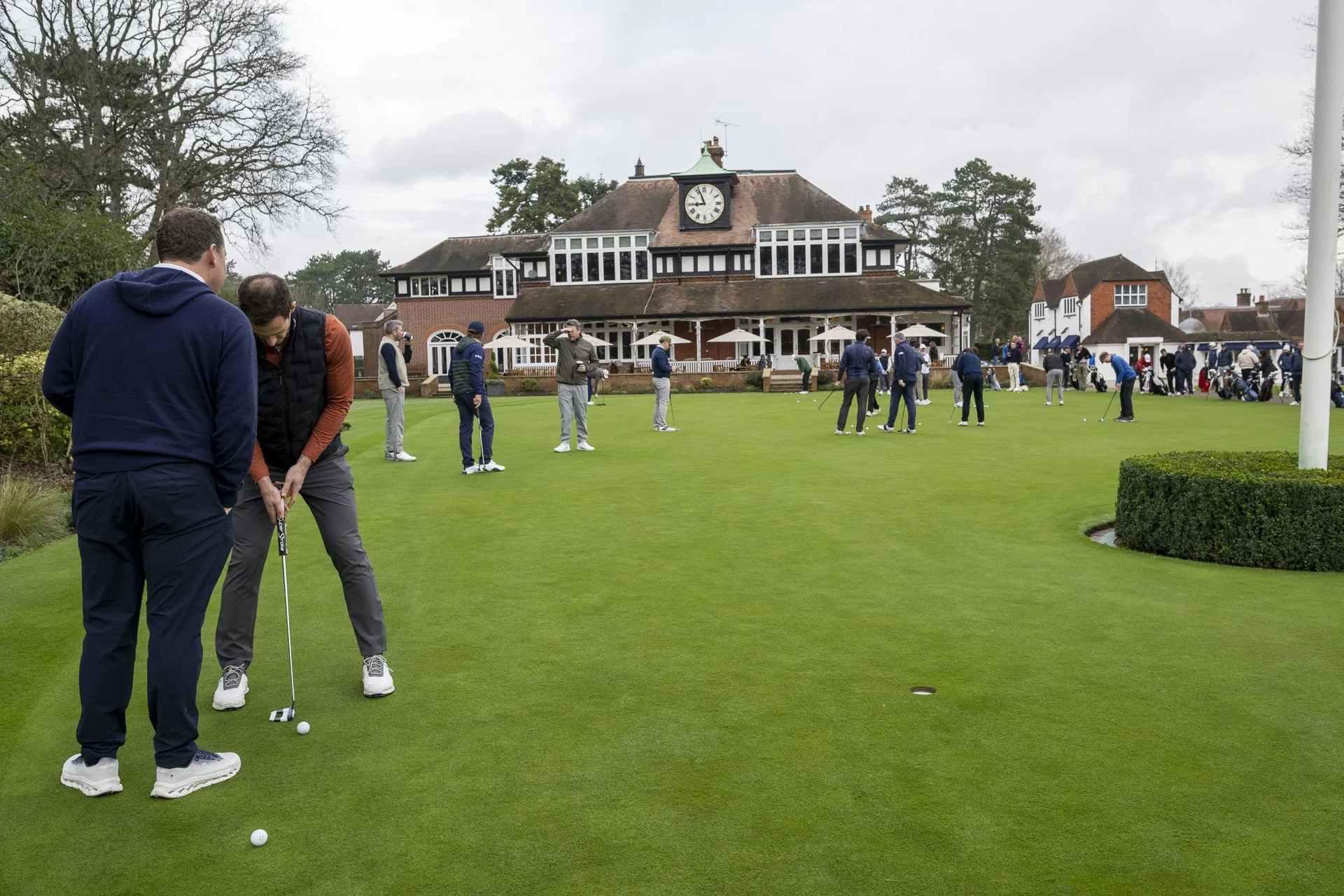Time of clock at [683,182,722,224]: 8:56
